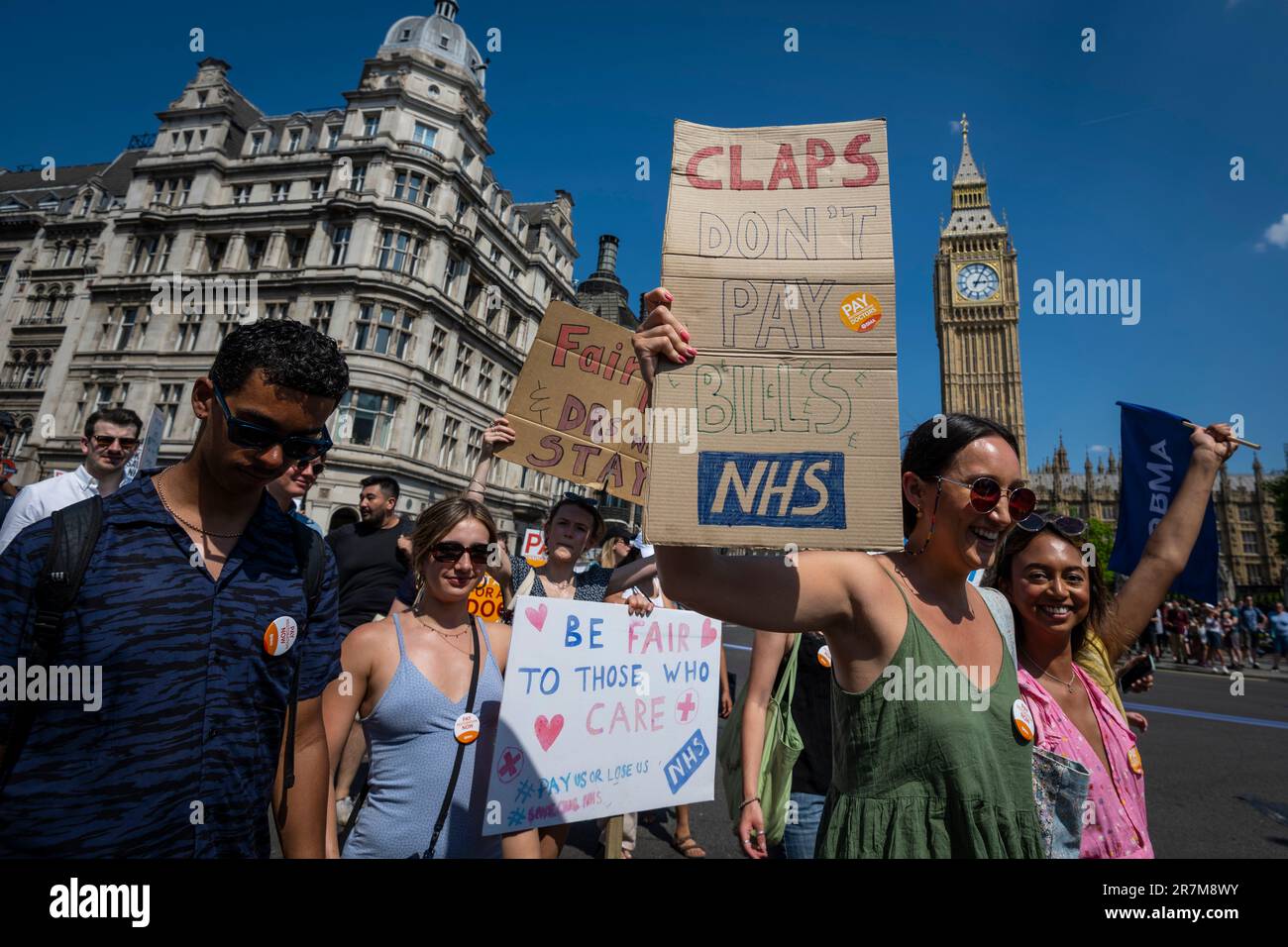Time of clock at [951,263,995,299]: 3:04
